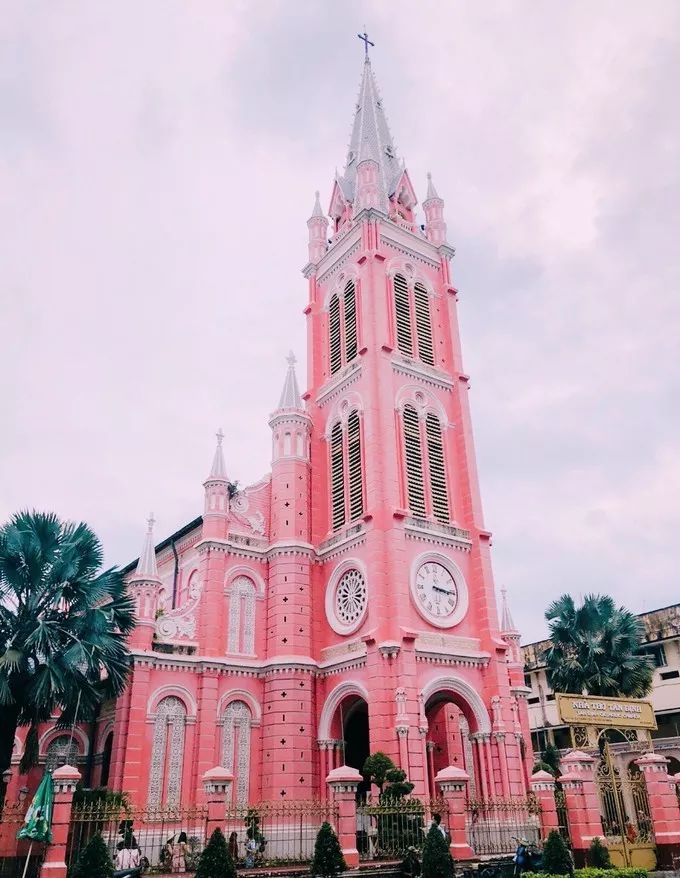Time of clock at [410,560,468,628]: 3:15
